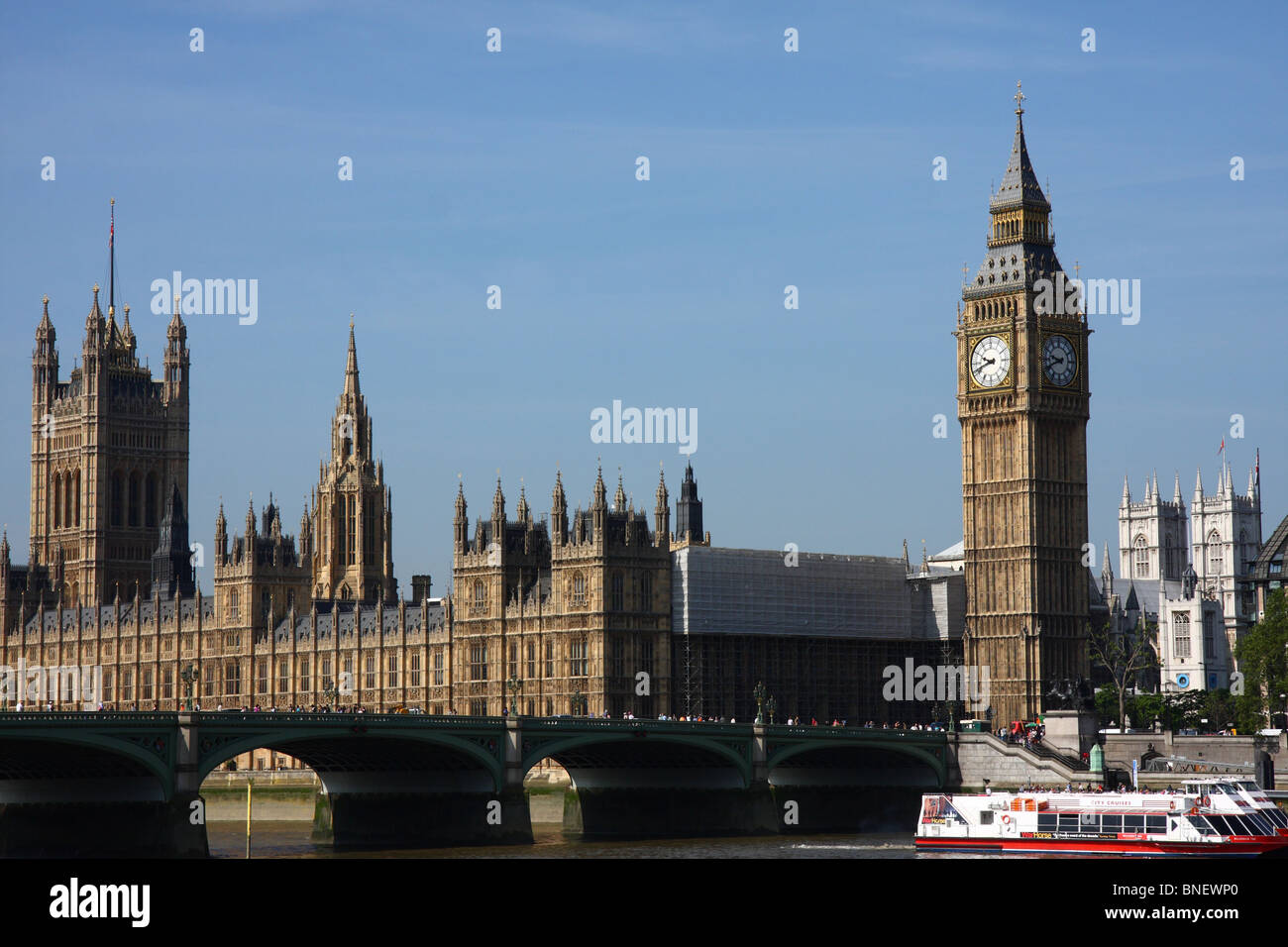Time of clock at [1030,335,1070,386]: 9:41
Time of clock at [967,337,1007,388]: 9:41
